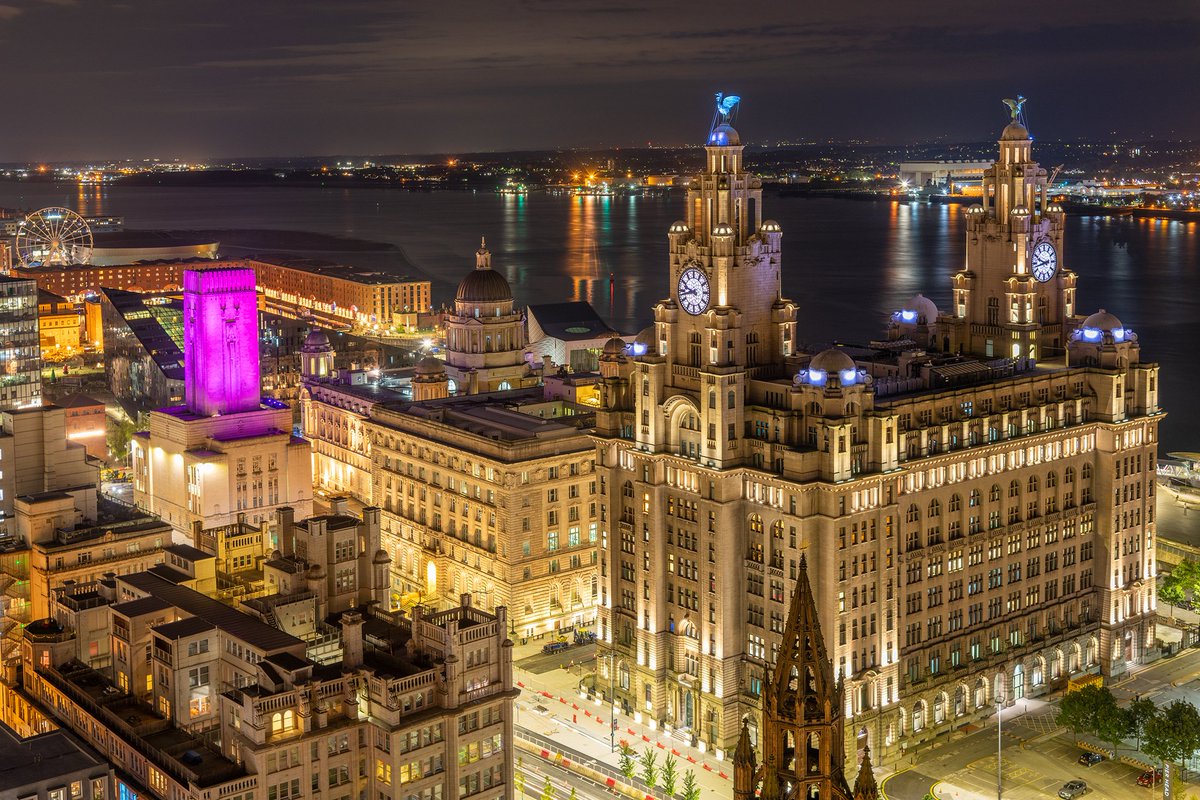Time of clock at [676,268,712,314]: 9:43
